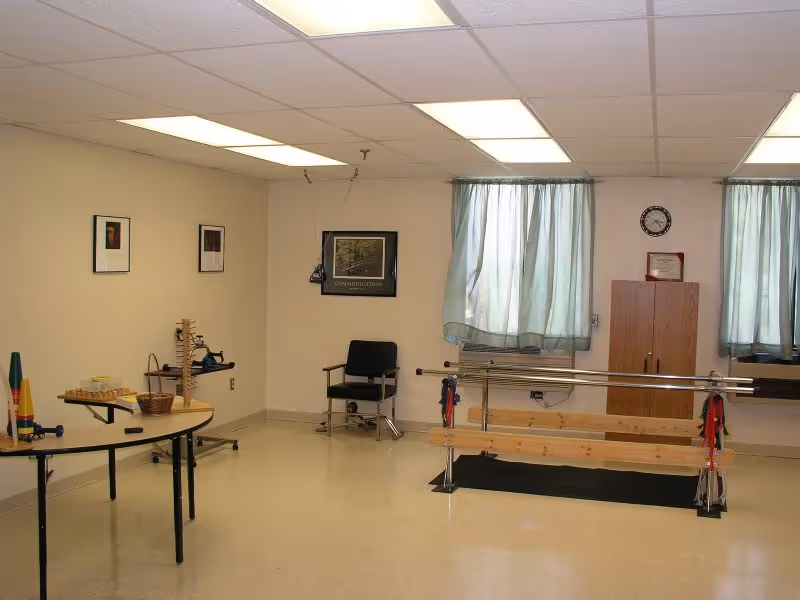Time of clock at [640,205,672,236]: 3:22
